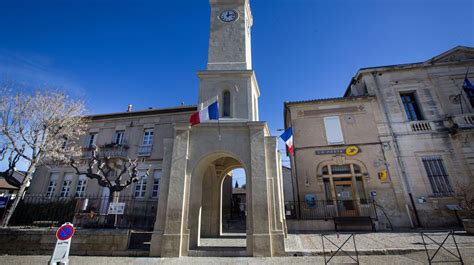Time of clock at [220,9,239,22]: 12:13
